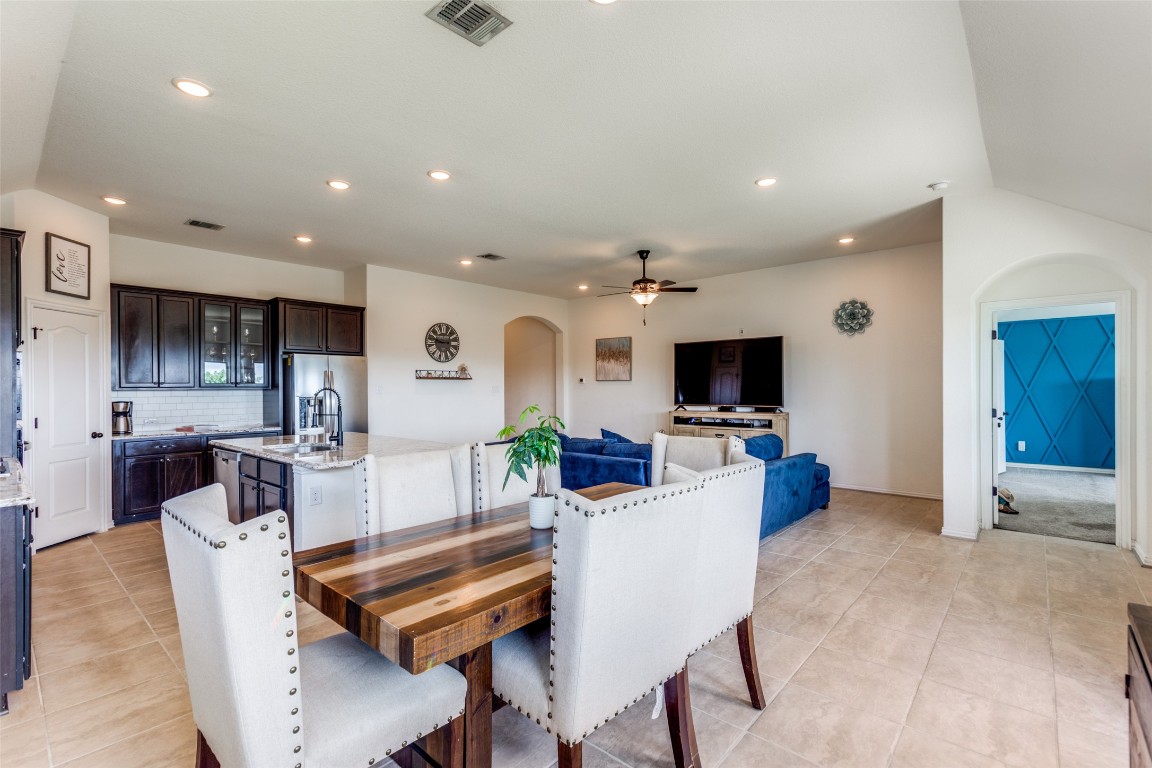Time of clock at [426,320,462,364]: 2:46
